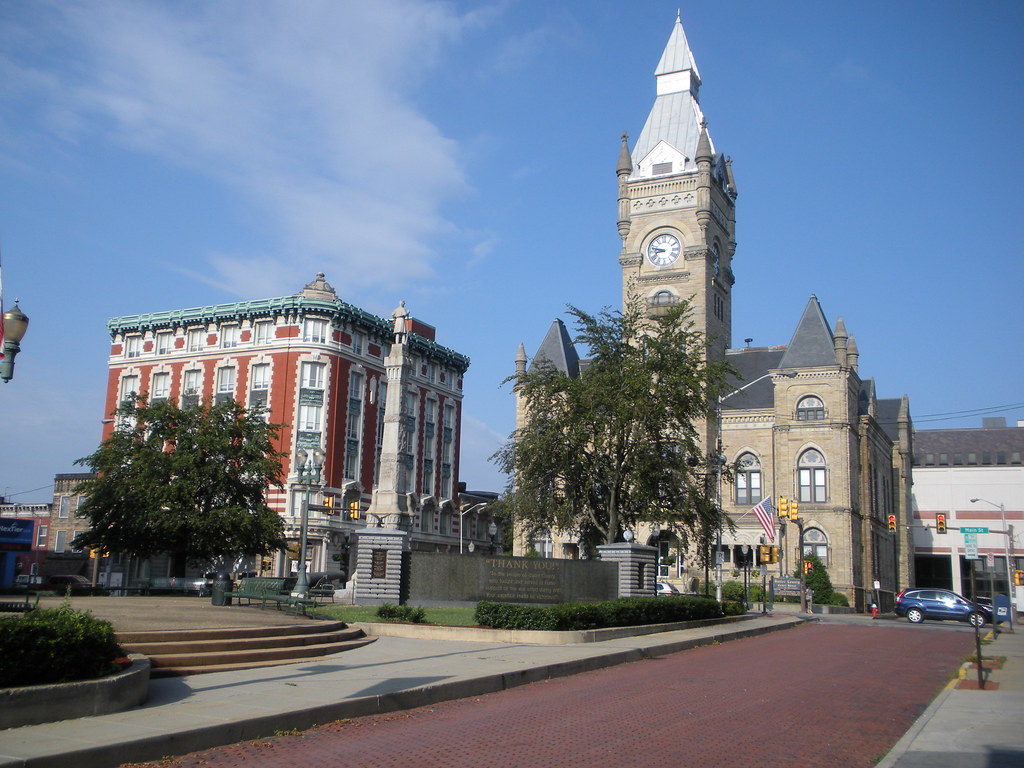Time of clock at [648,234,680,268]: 8:47
